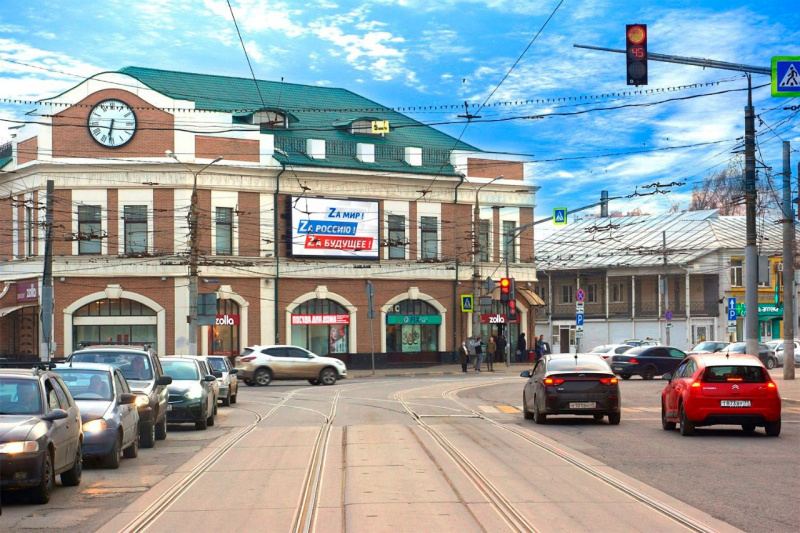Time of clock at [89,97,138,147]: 6:31
